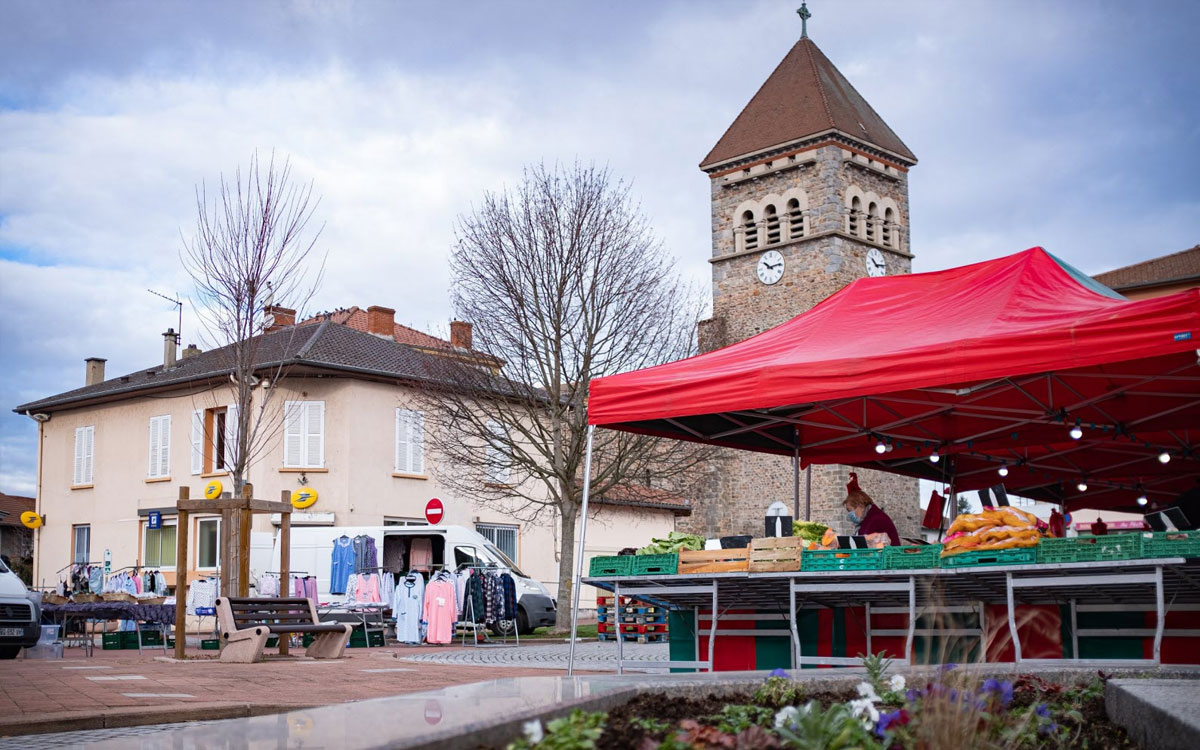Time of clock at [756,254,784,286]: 10:13
